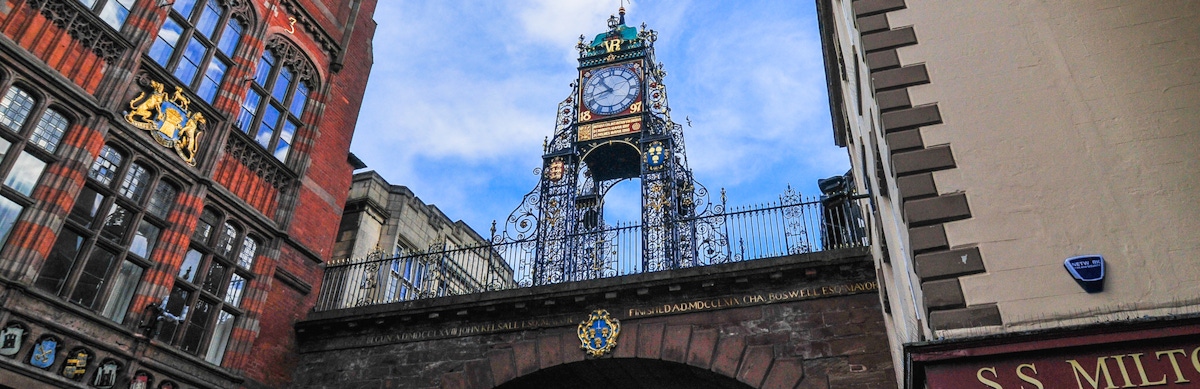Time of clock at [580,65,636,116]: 10:42
